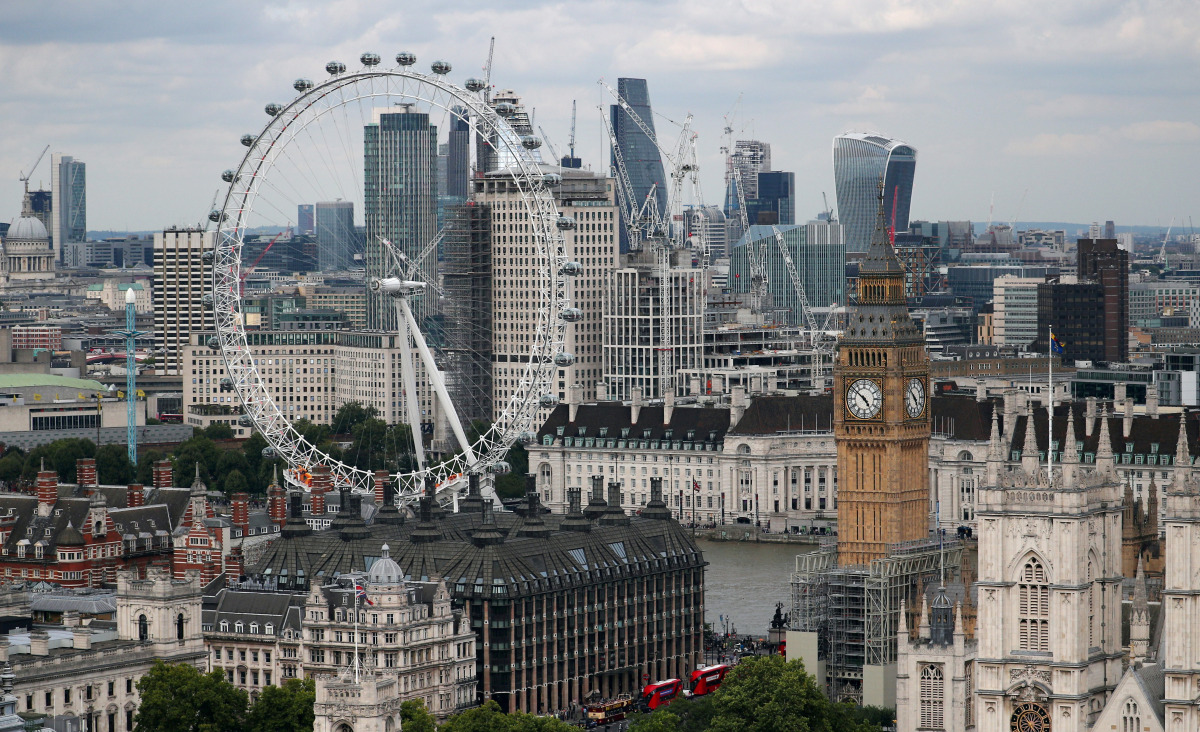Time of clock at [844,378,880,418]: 4:51
